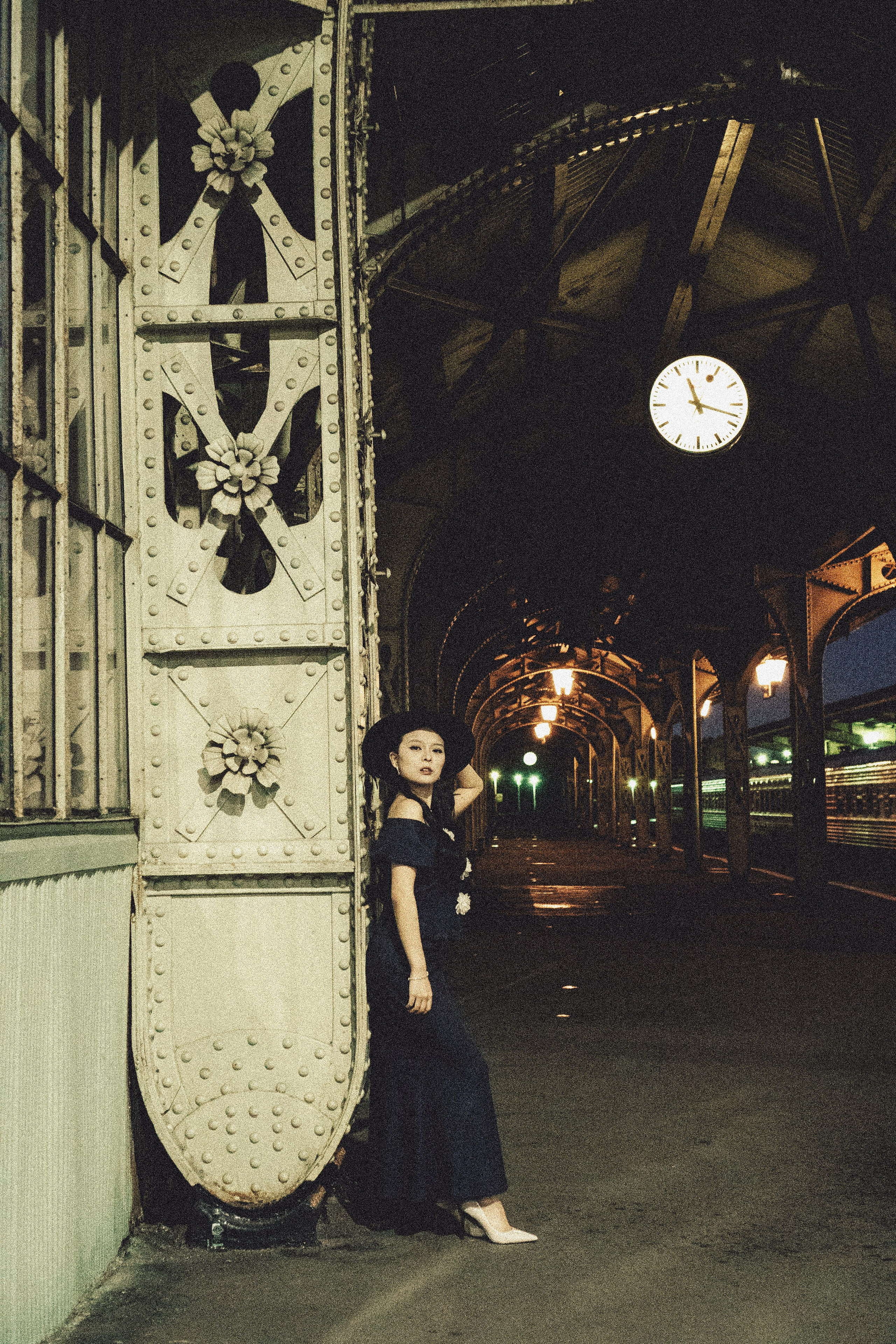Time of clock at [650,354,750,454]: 11:17
